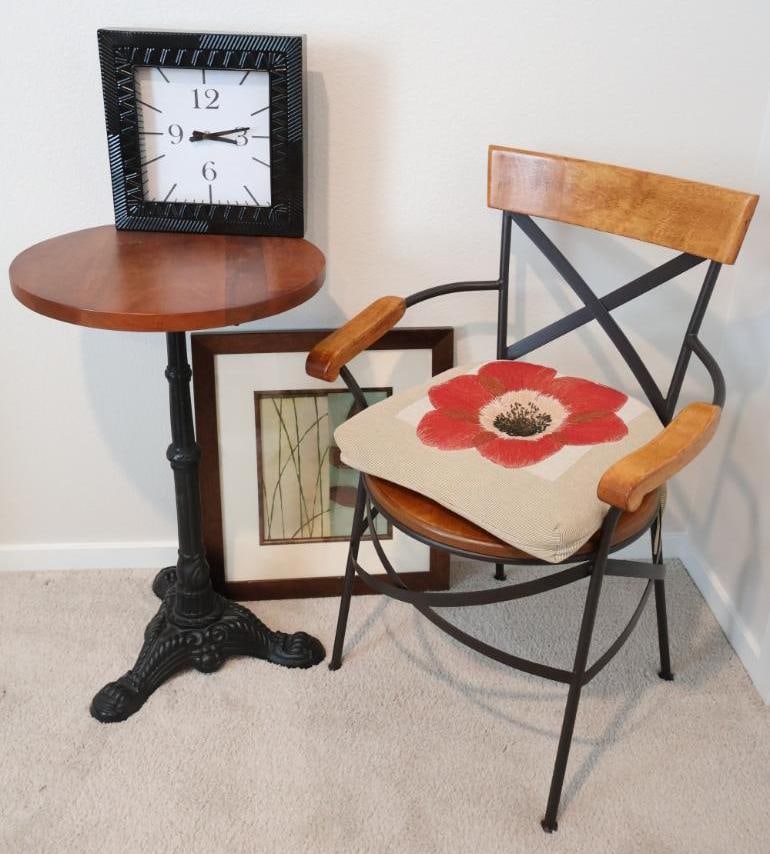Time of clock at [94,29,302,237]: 3:13
